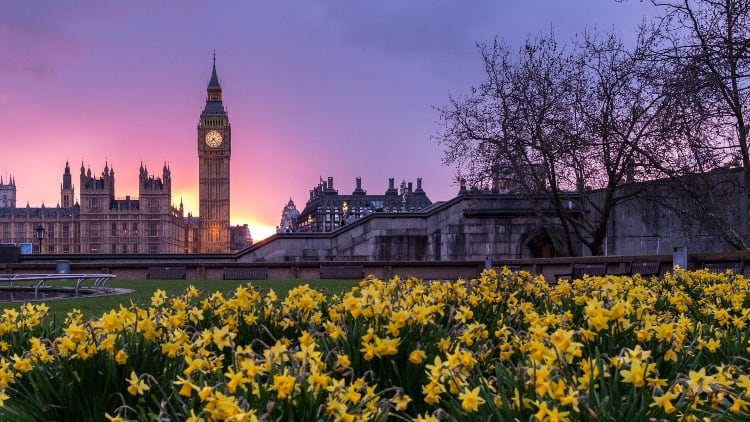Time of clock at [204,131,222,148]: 7:23
